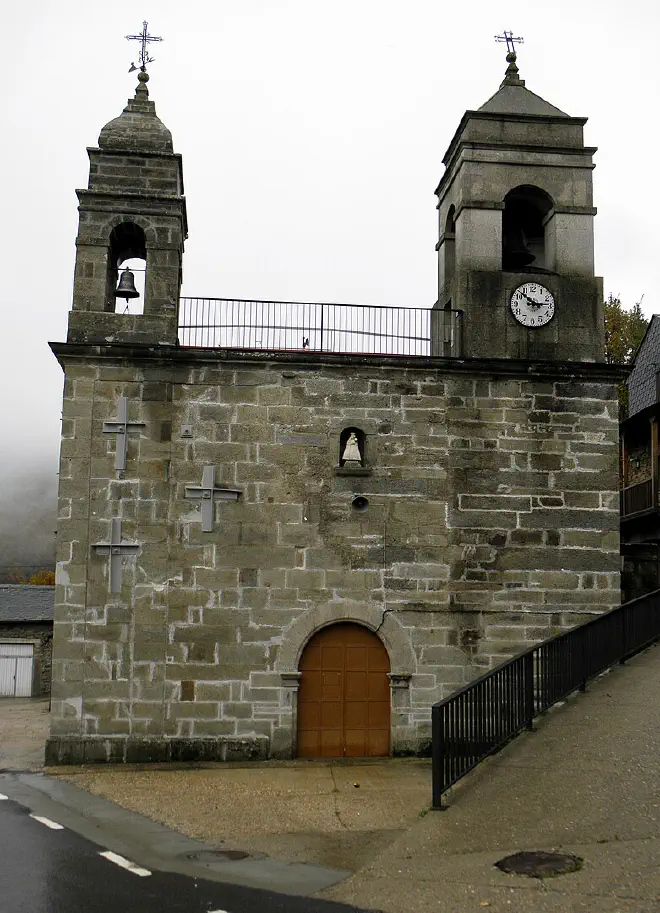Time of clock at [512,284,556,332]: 2:52
